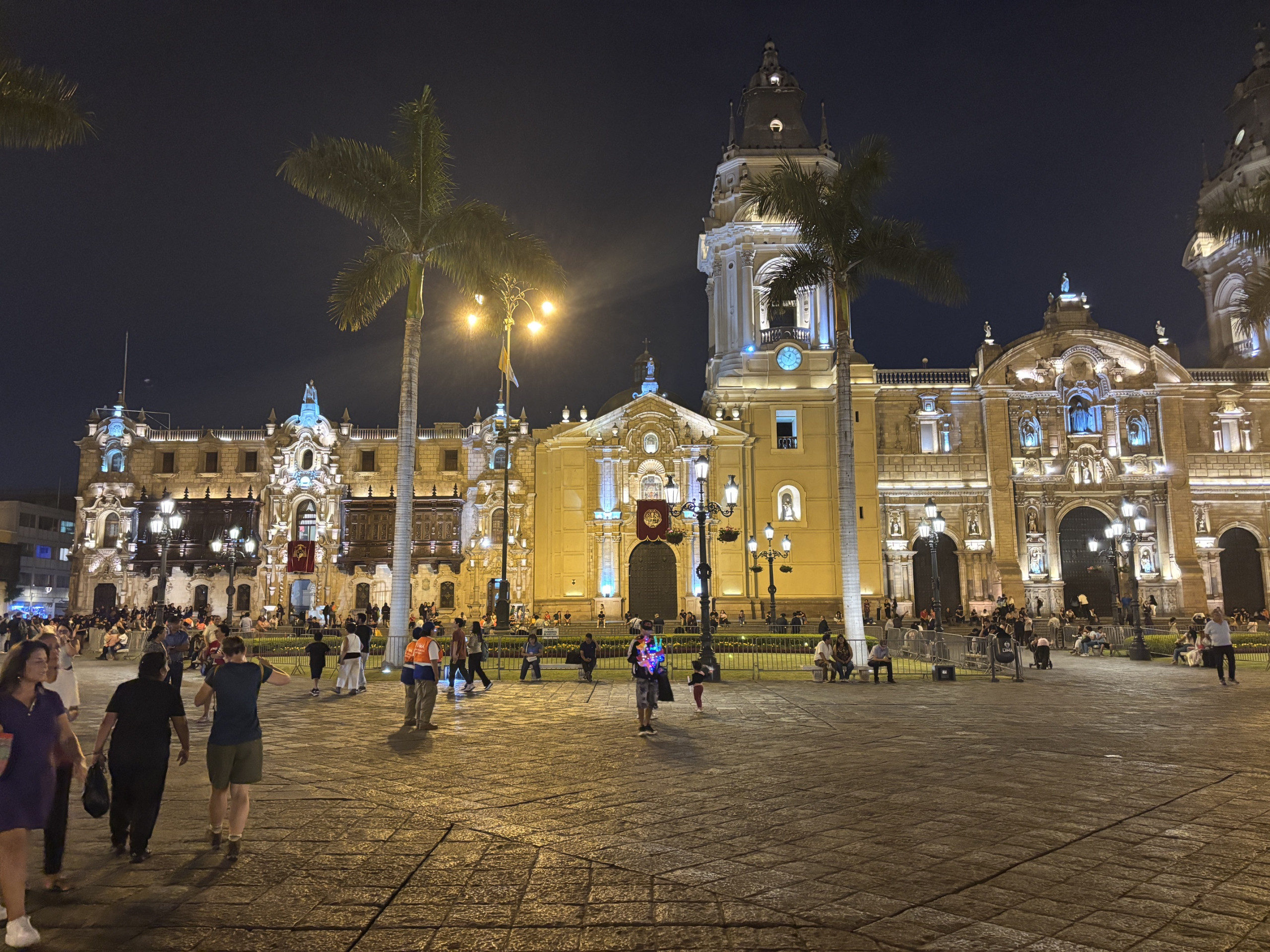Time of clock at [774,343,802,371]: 12:50
